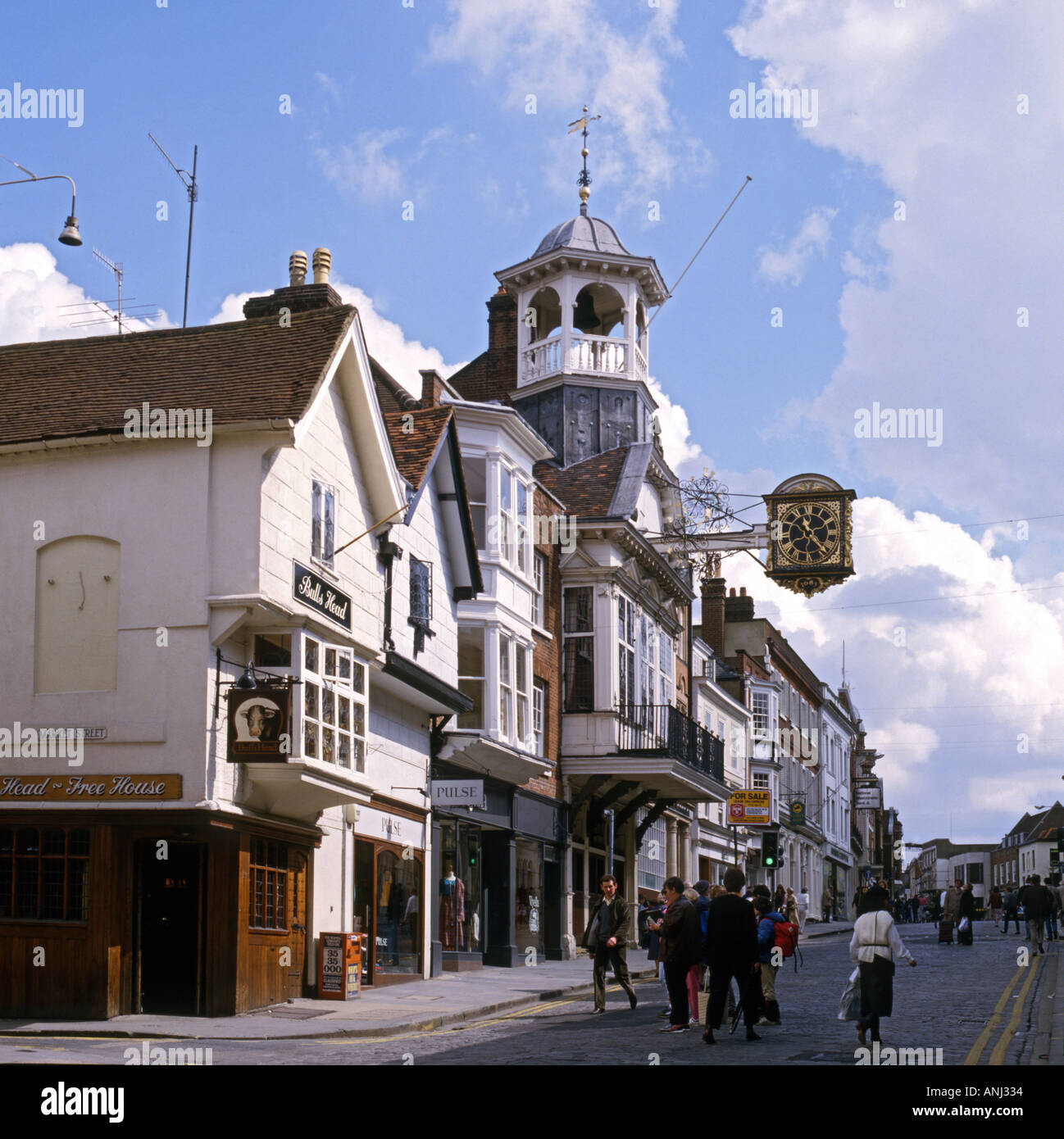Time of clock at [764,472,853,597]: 11:22
